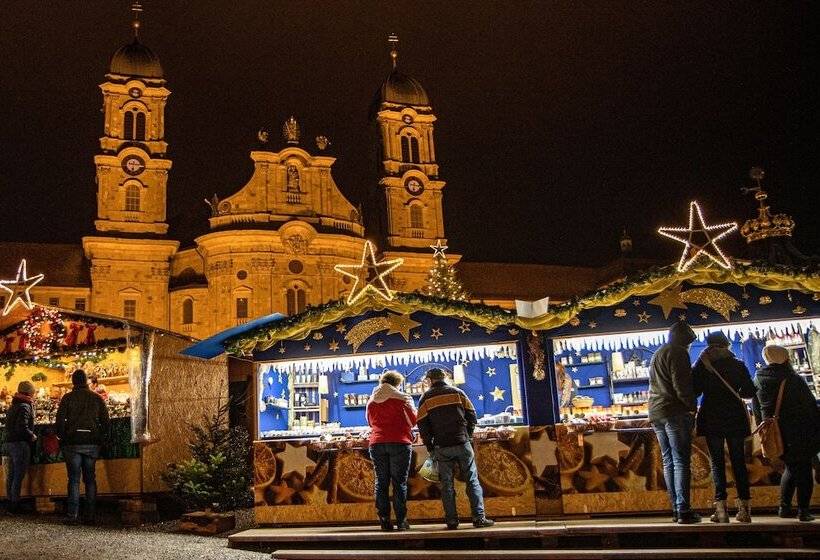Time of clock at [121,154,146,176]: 6:15
